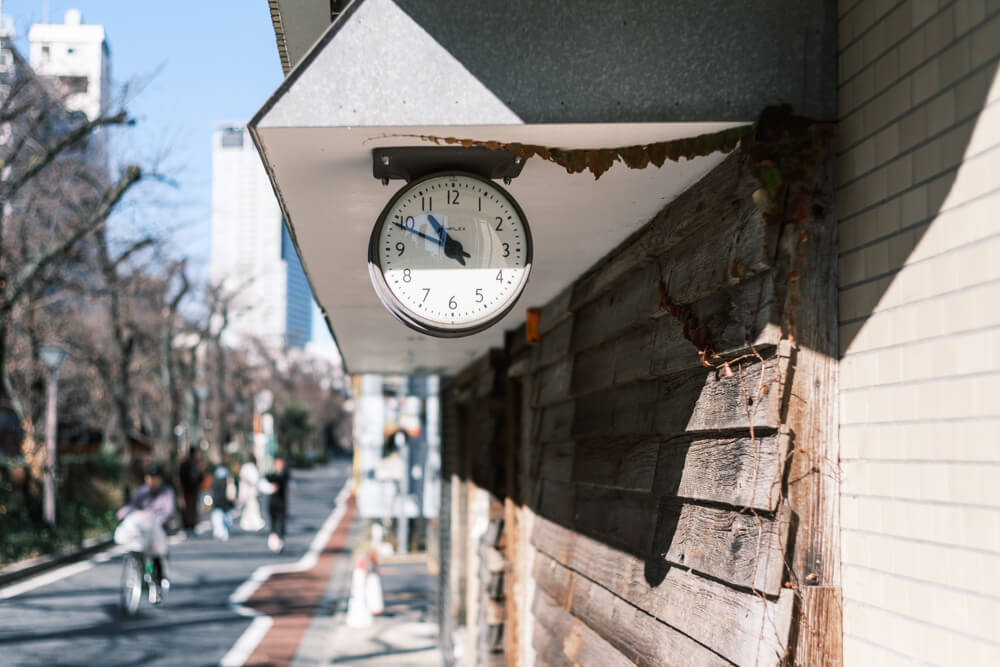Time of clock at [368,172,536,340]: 10:48
